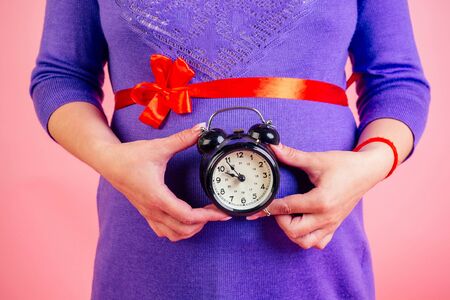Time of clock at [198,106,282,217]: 9:54
